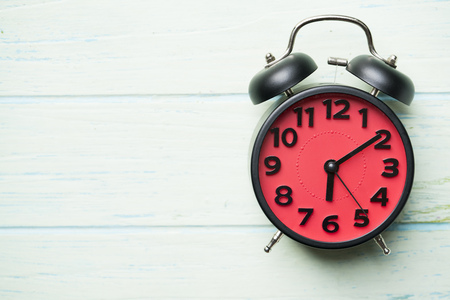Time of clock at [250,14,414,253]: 6:09
